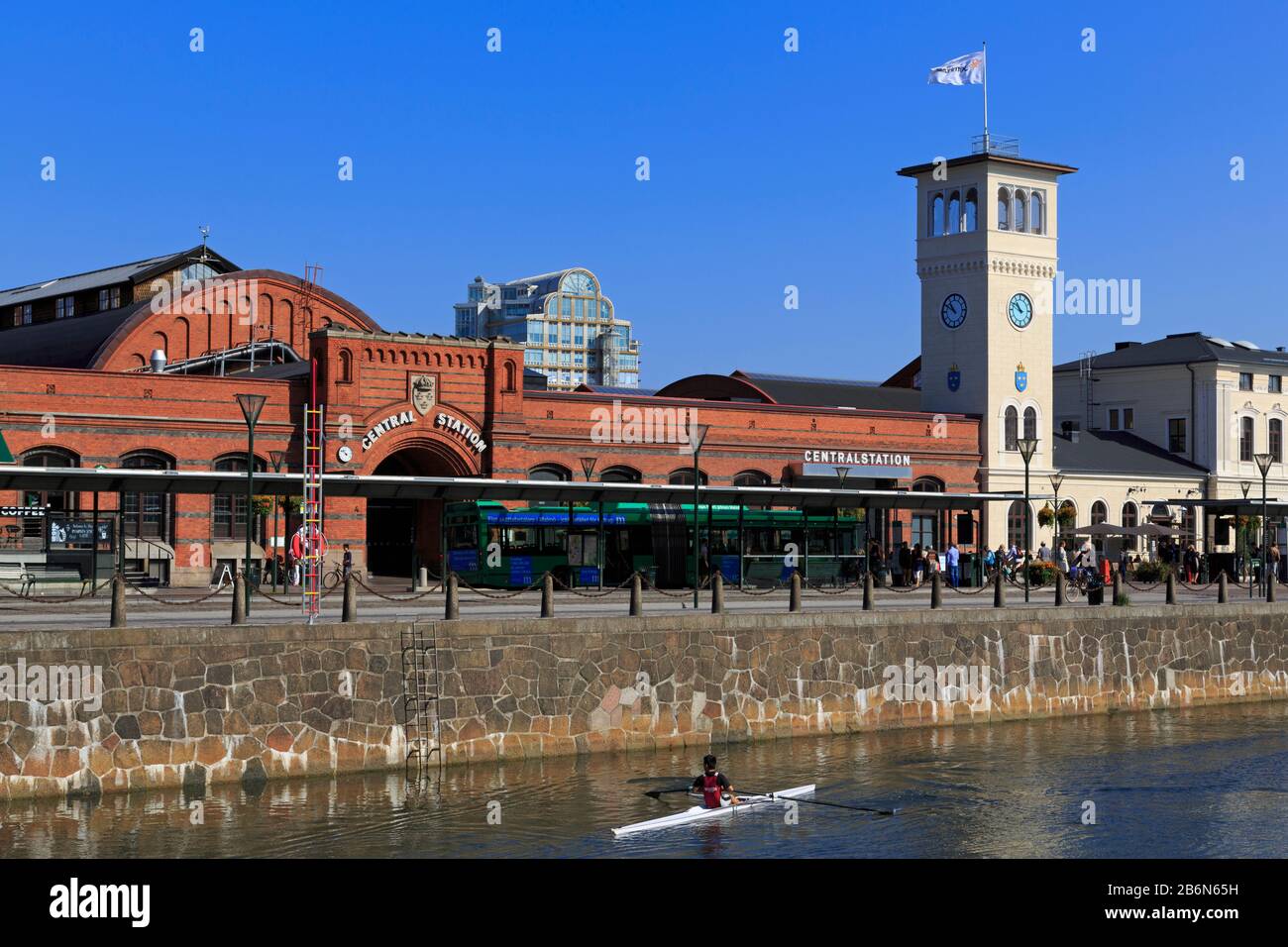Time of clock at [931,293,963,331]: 10:50
